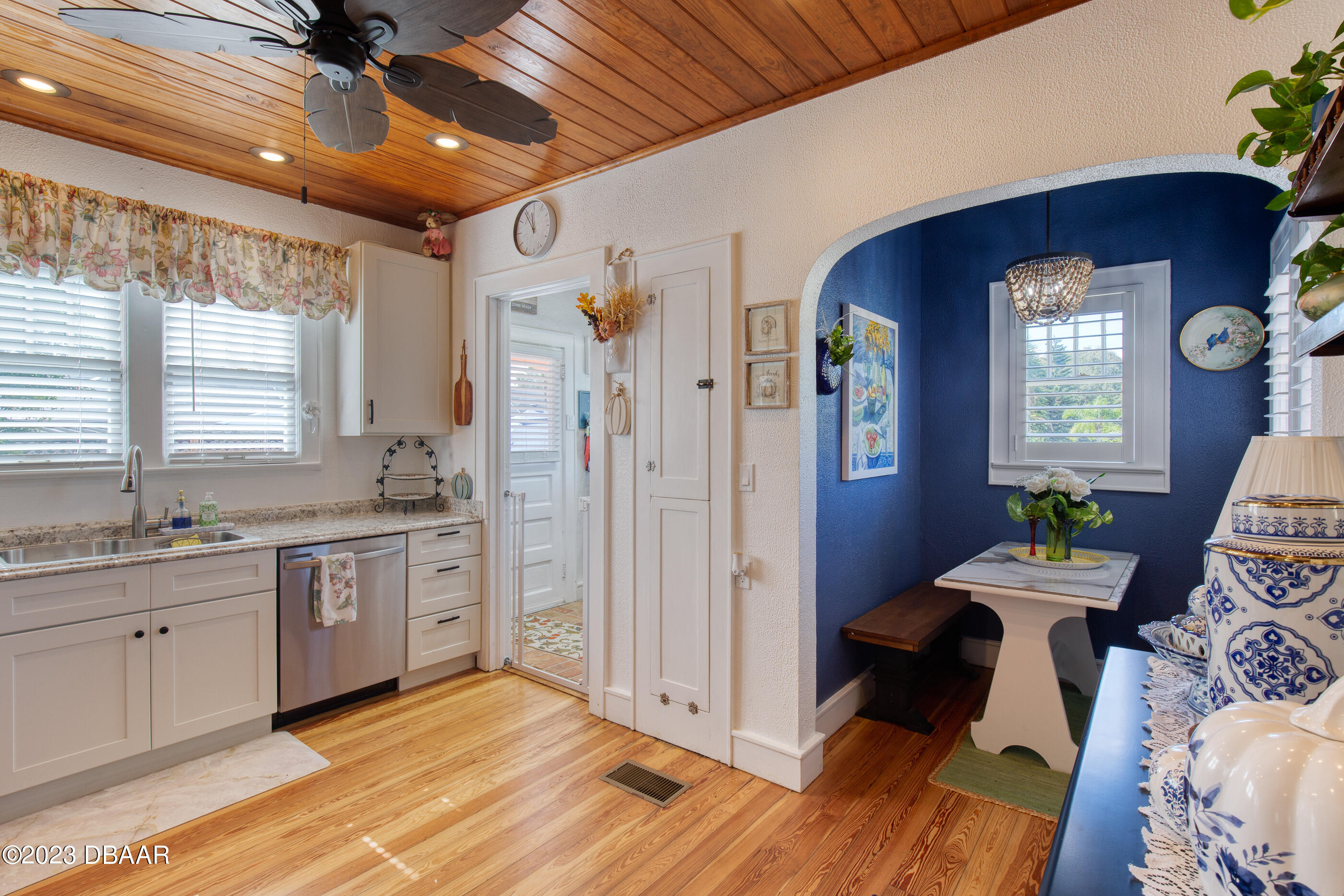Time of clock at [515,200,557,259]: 11:54
